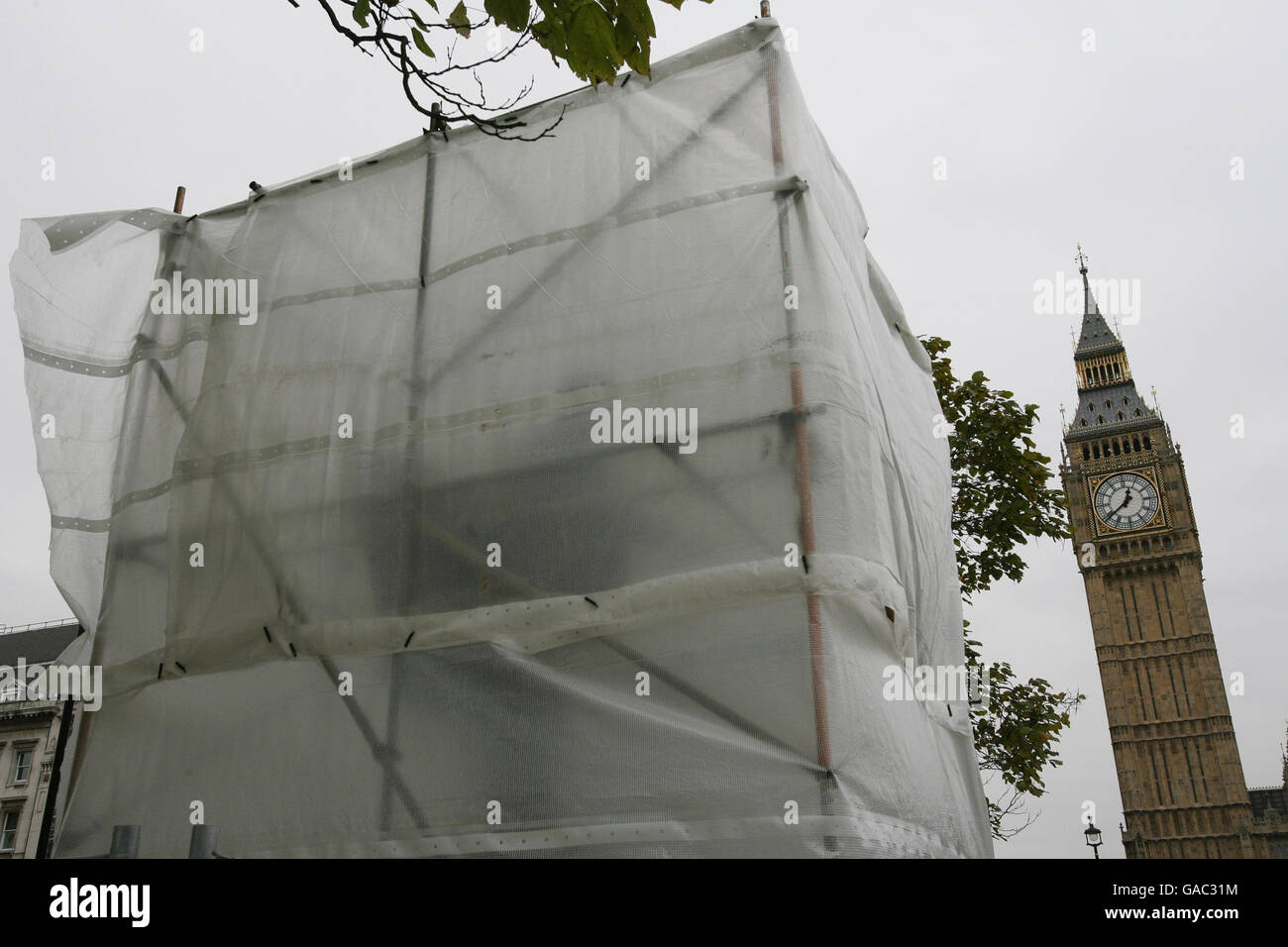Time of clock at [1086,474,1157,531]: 12:38
